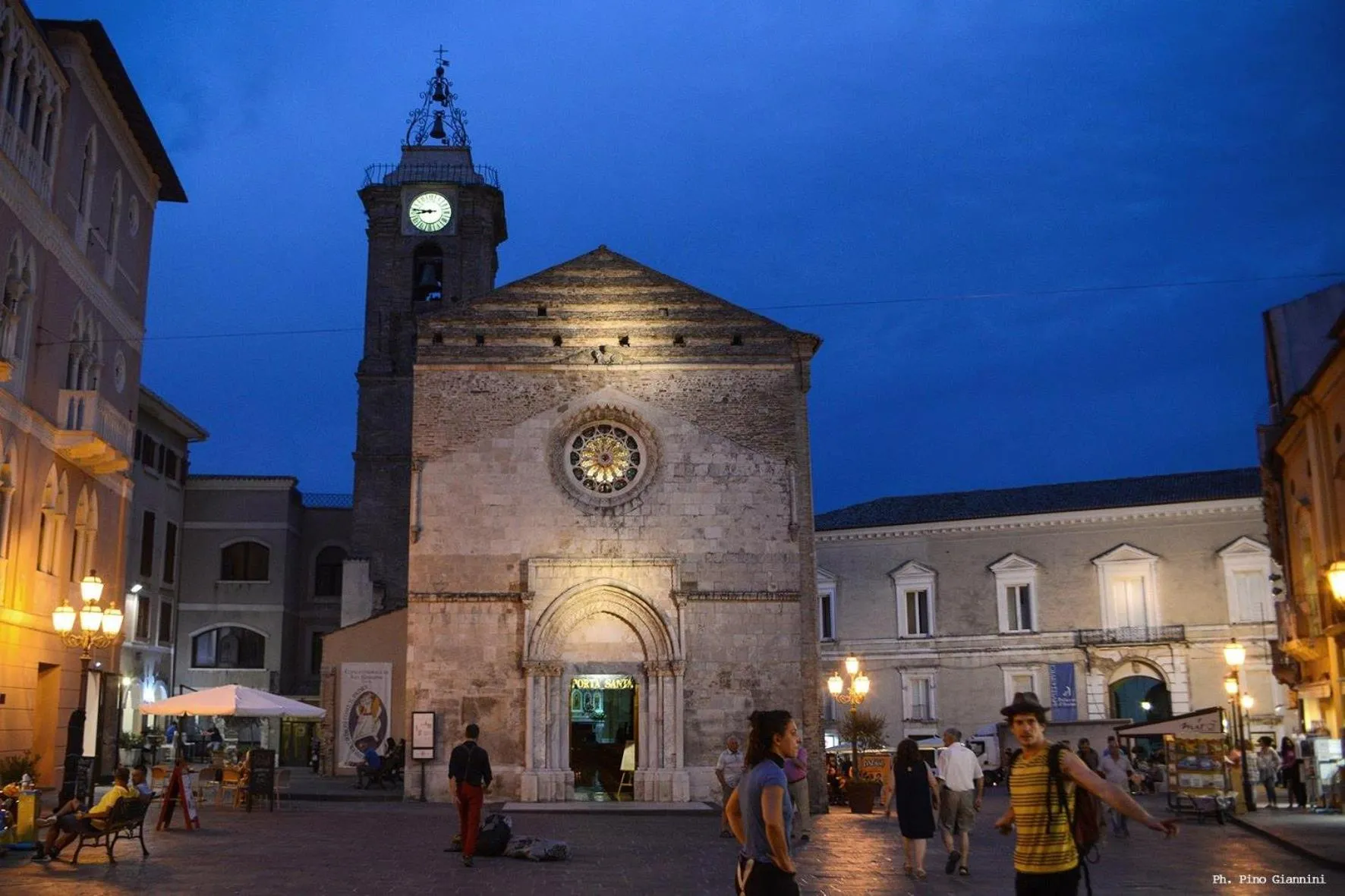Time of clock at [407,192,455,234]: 8:46
